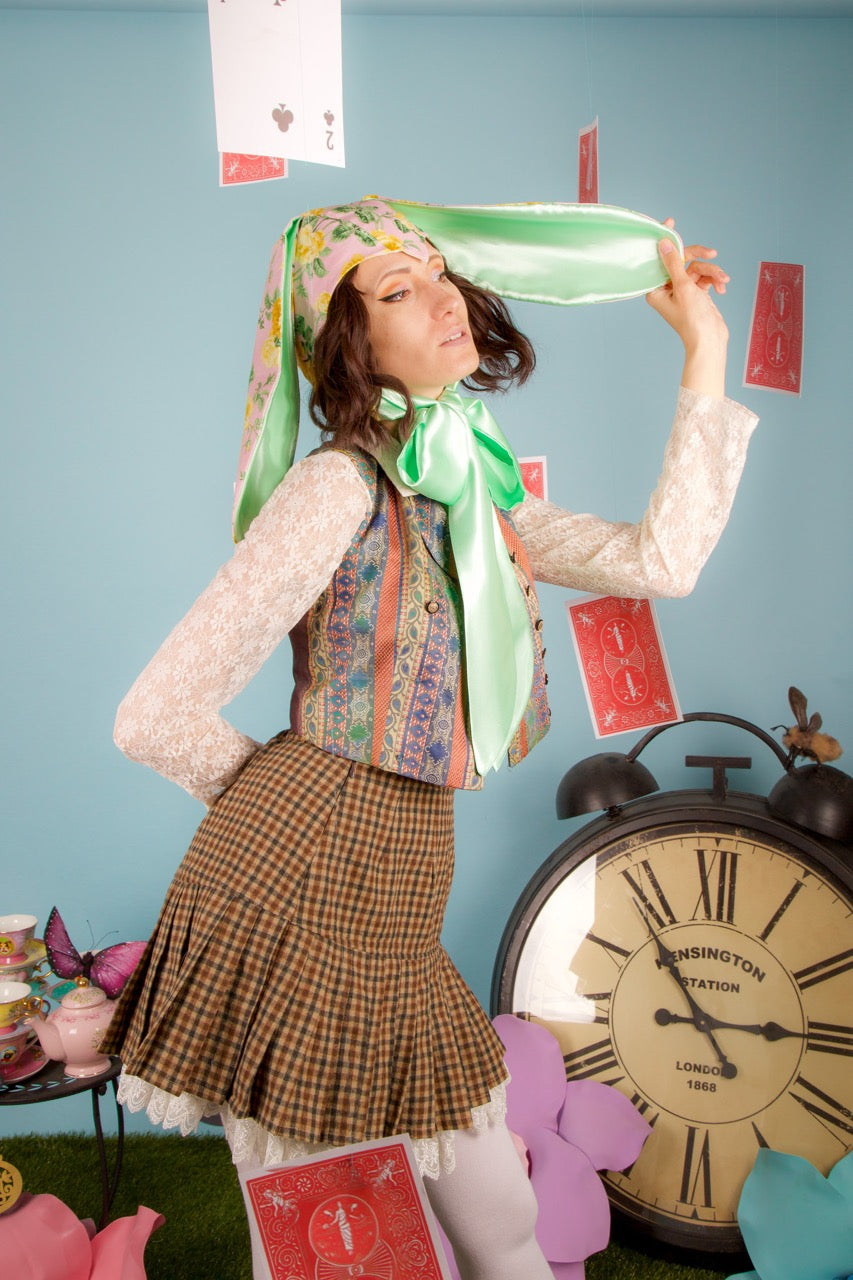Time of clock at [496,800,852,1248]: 2:53
